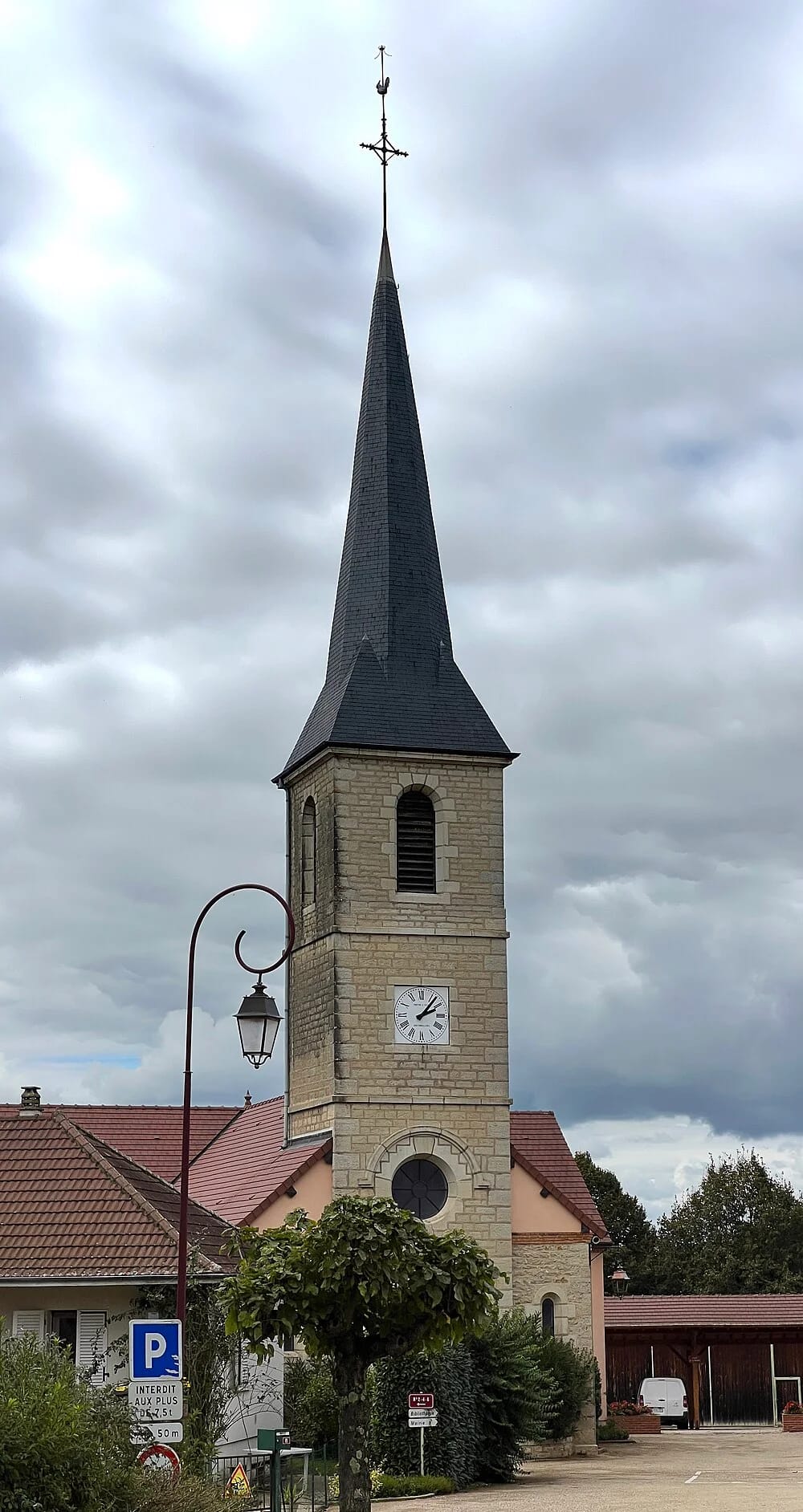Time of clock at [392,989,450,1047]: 2:06
